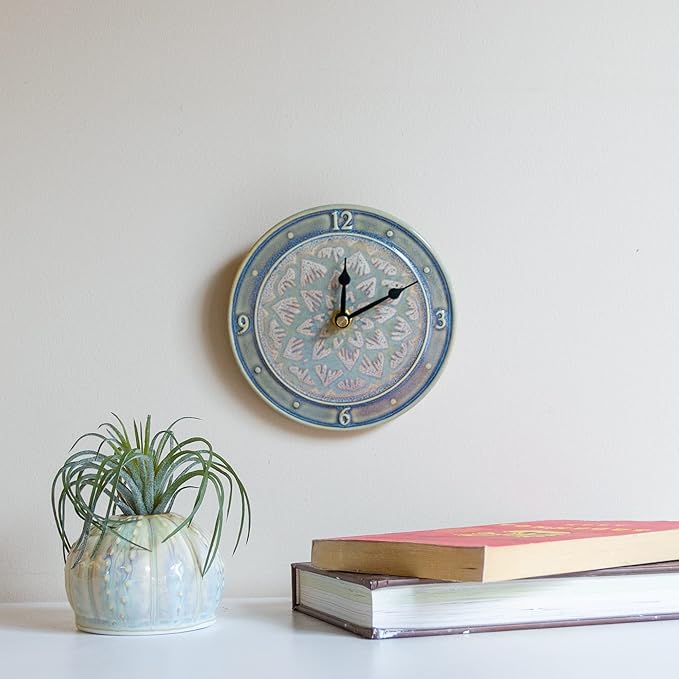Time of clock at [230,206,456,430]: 12:10
